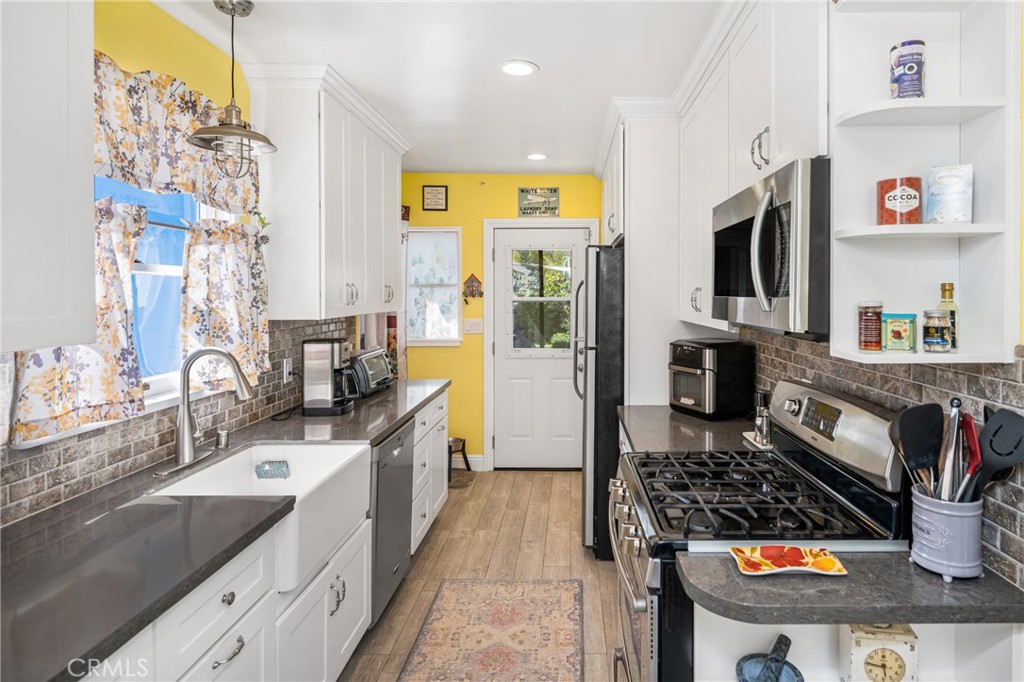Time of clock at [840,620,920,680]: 5:45
